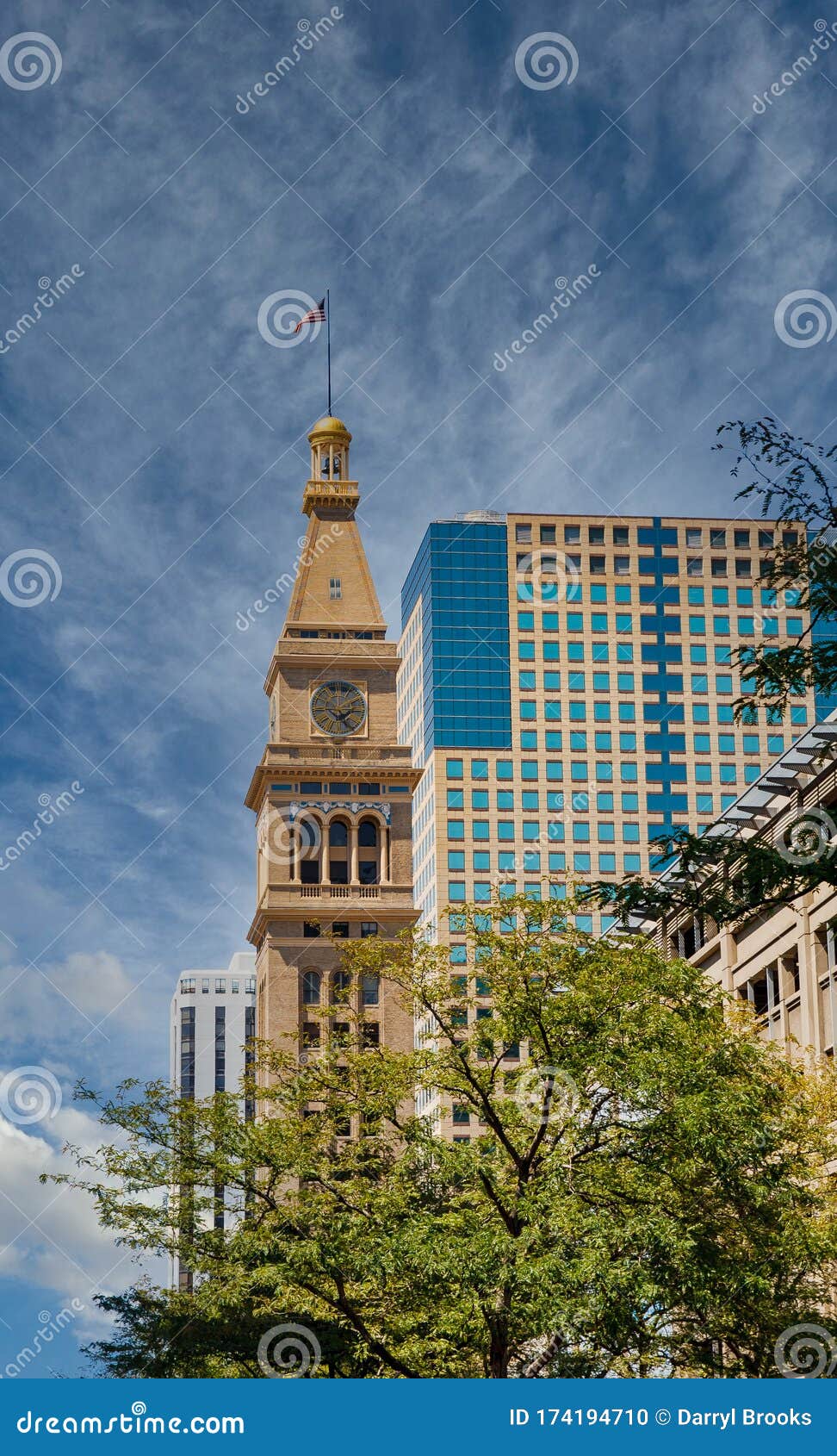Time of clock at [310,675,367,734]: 5:14
